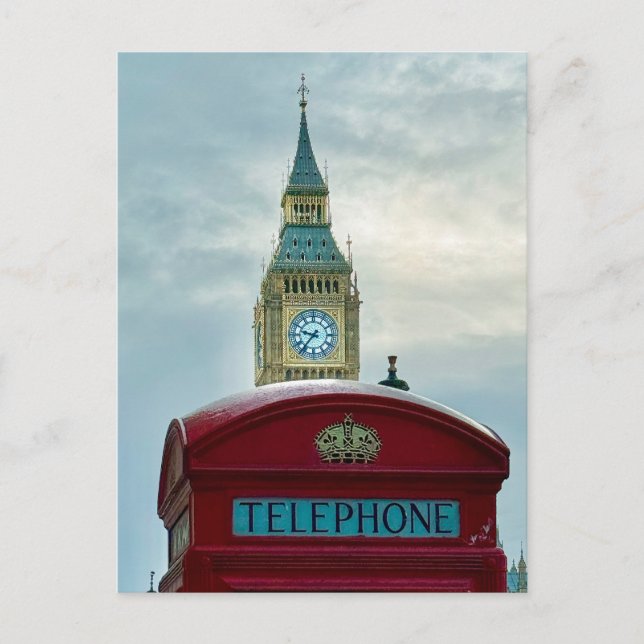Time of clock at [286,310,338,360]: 9:36
